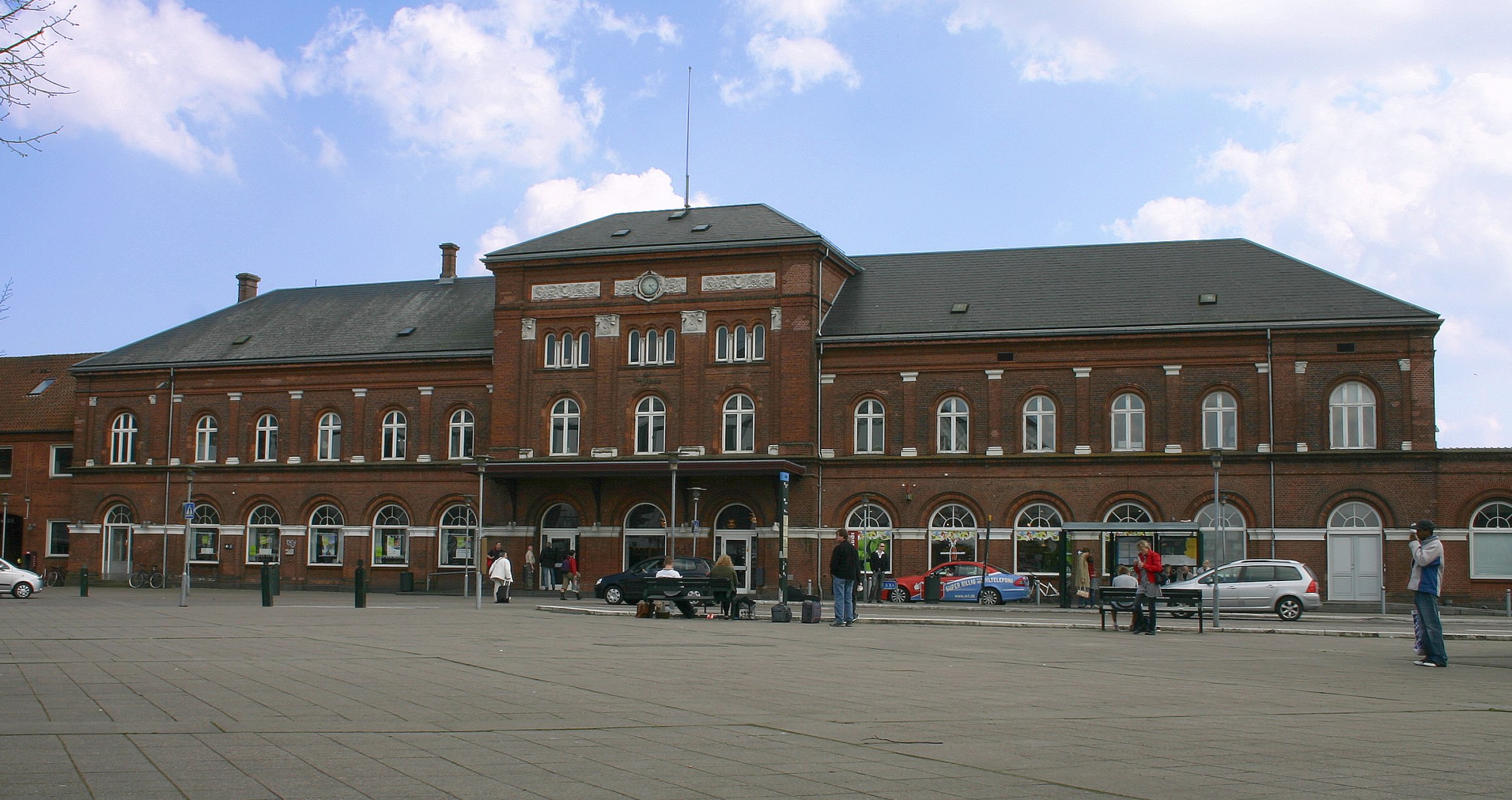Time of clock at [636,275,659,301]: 2:22
